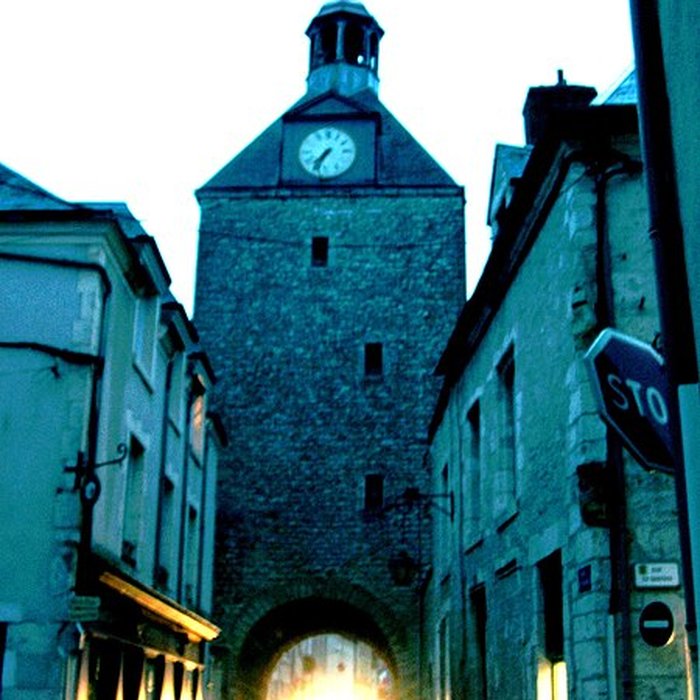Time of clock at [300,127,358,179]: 7:35
